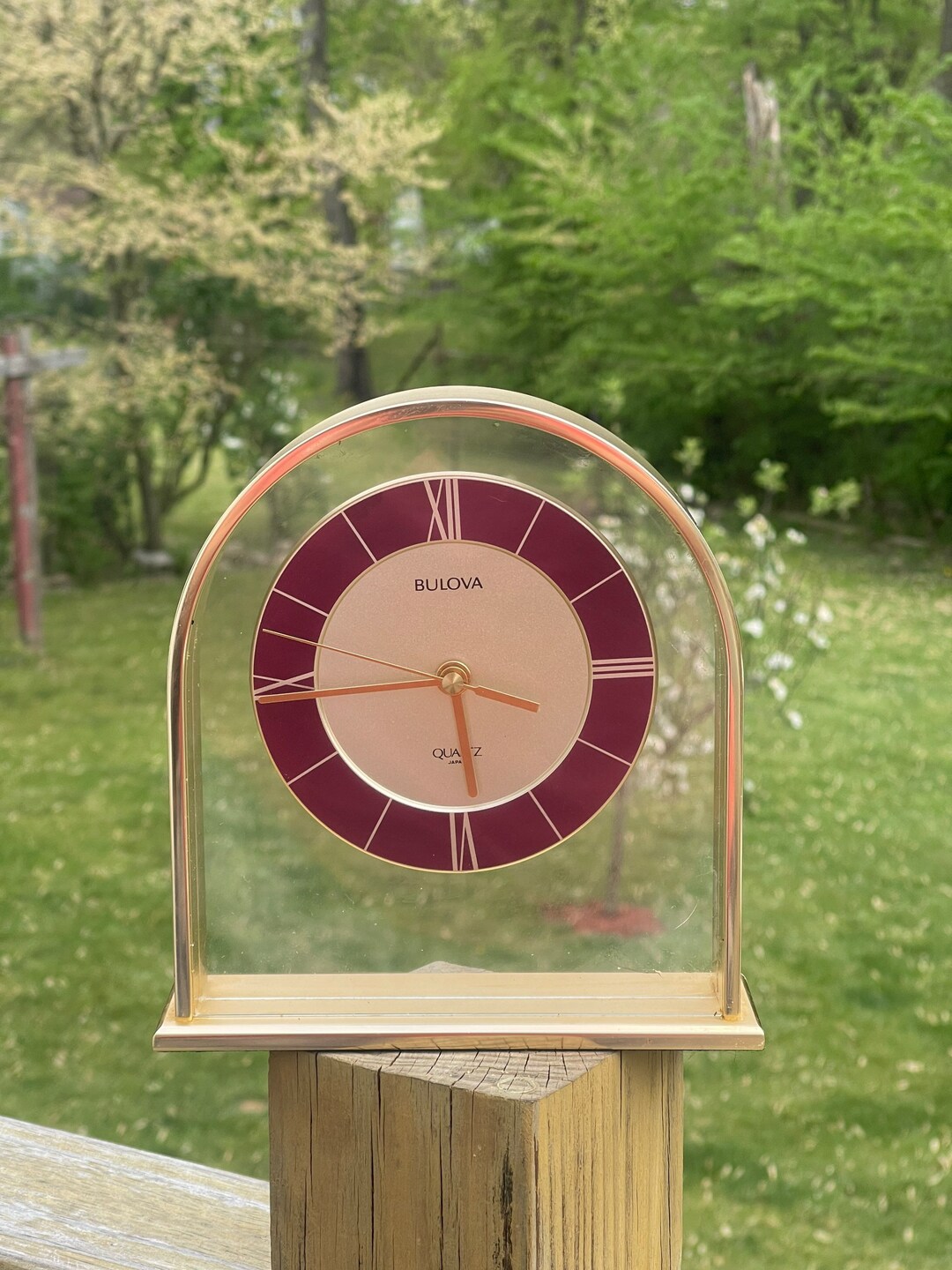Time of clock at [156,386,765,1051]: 5:44
